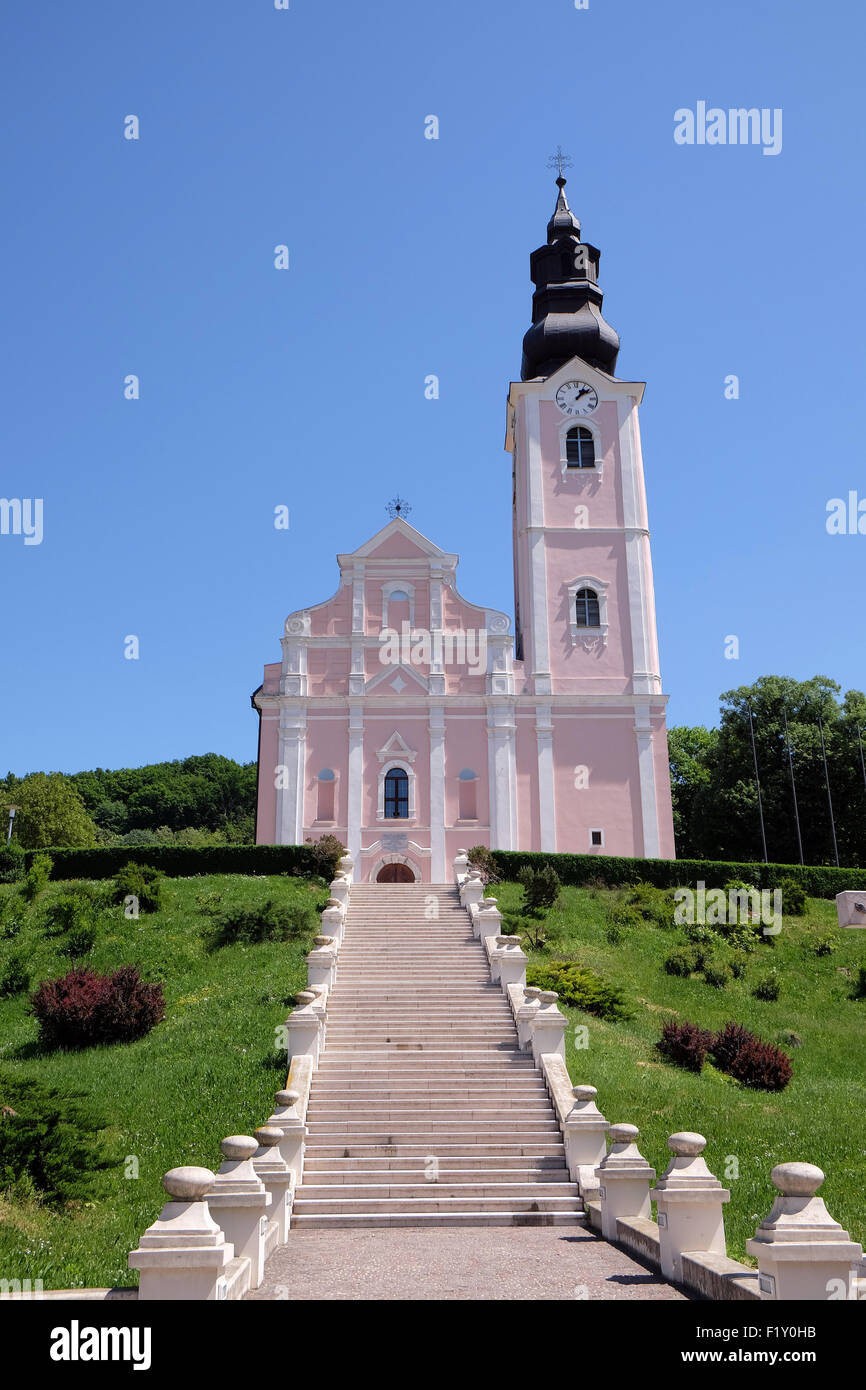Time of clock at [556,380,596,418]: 1:08
